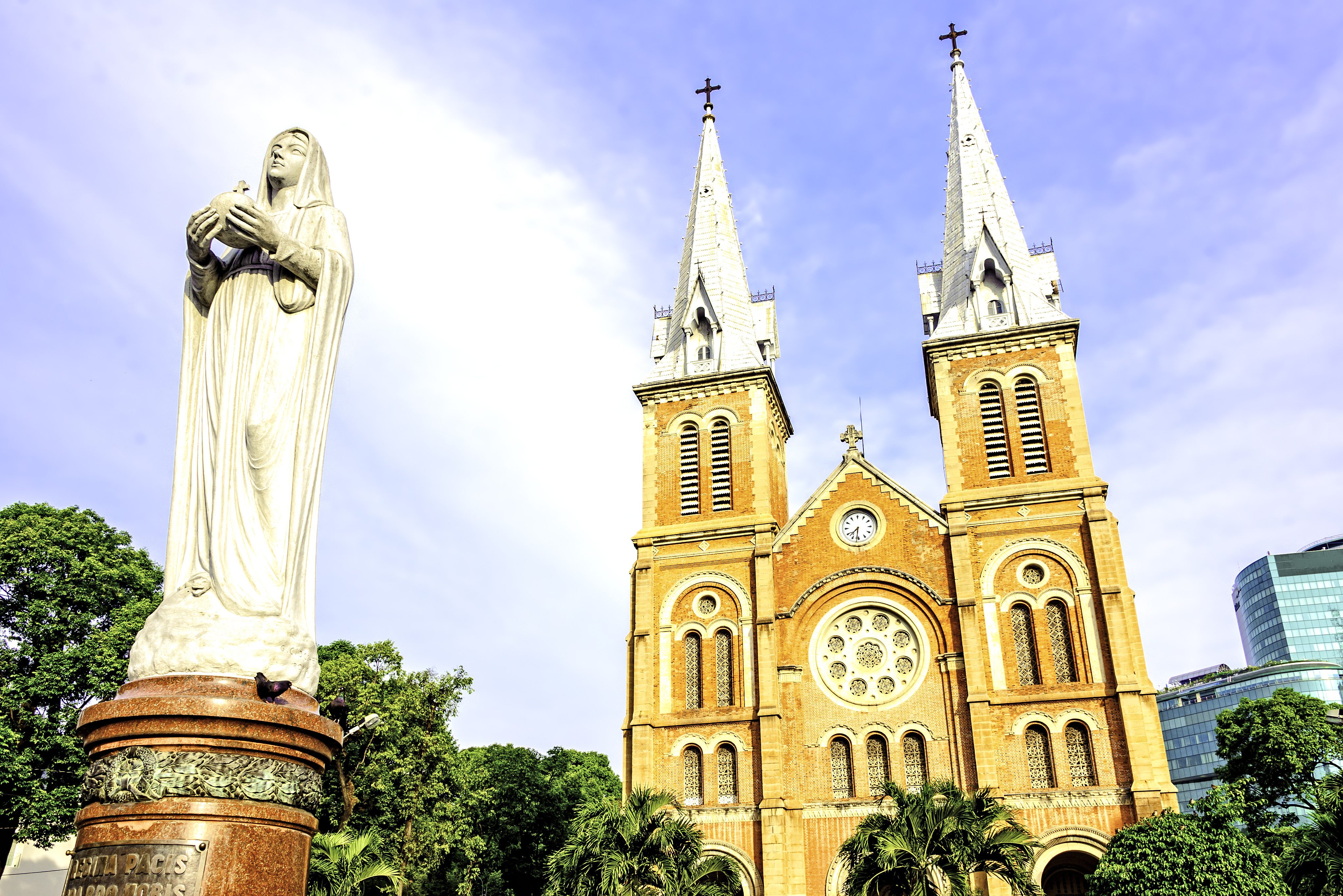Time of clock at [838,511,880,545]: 7:31
